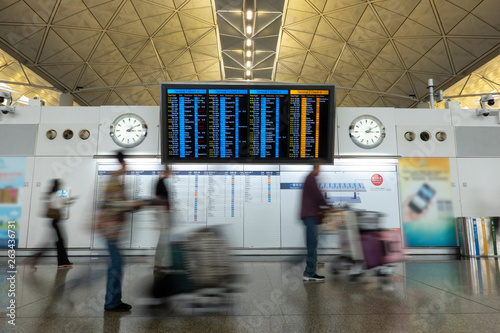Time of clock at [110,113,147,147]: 3:09
